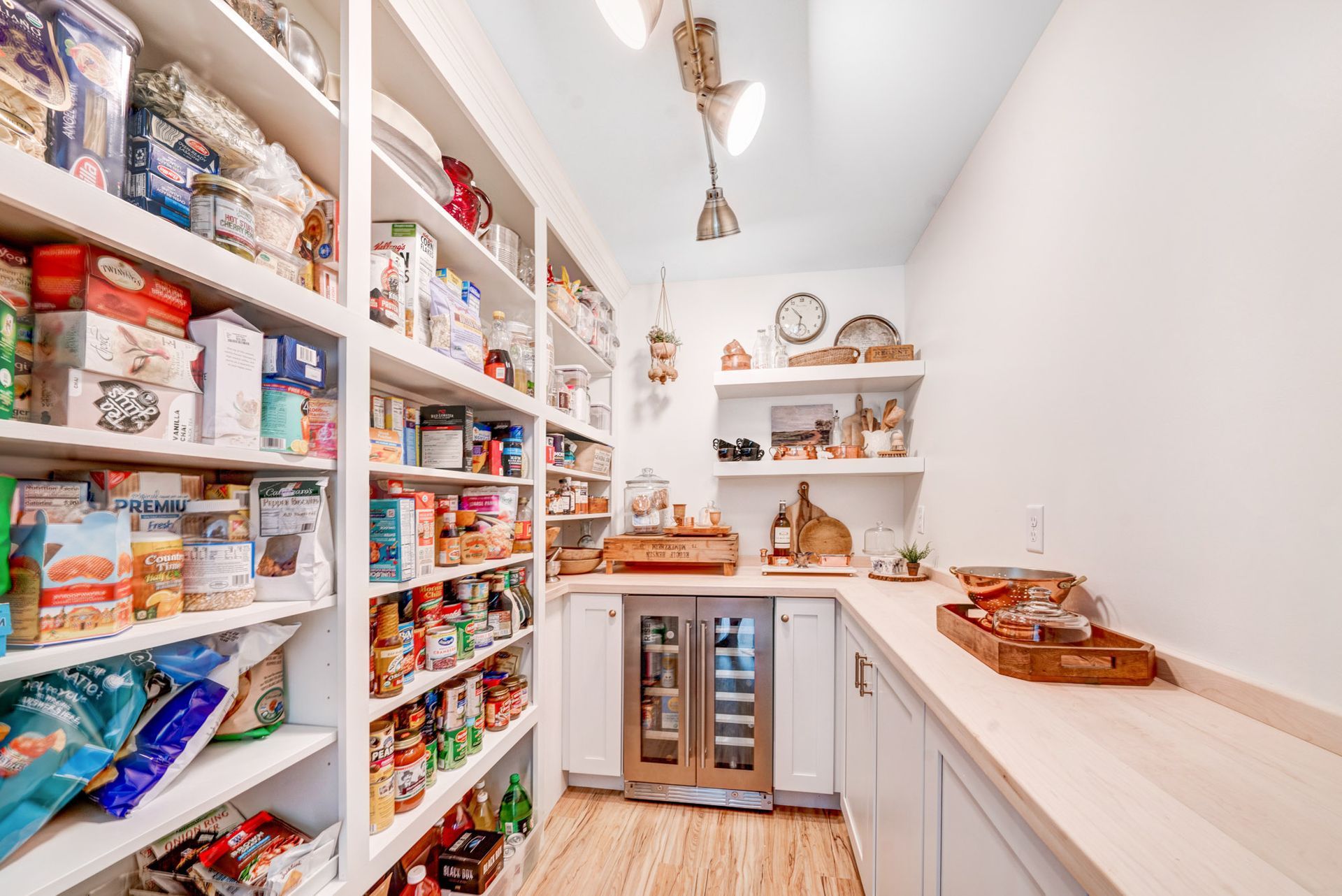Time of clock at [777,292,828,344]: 10:31
